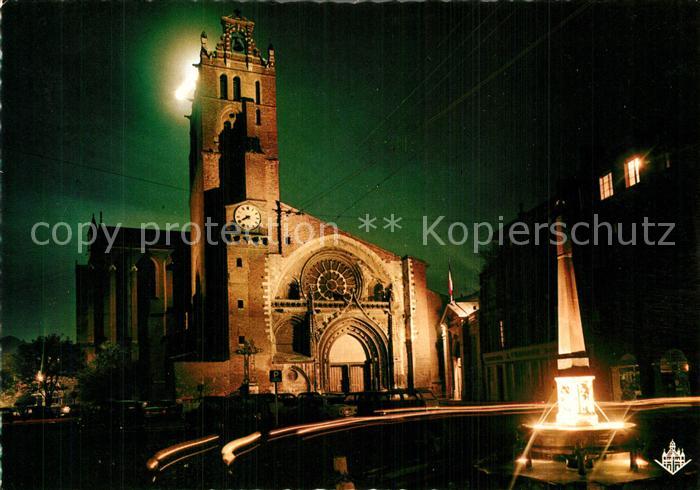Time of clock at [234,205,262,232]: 7:40
